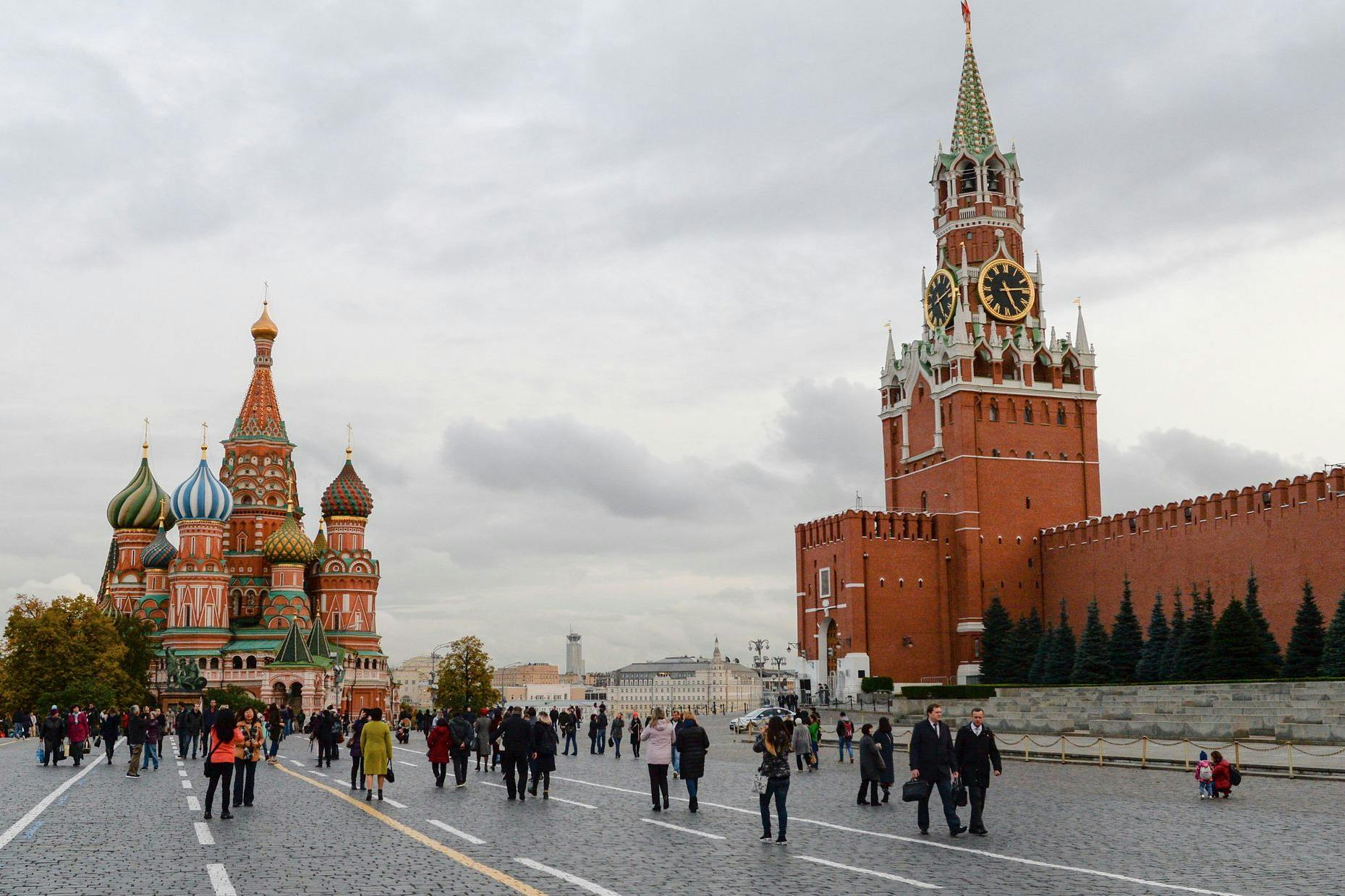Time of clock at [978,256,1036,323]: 5:14
